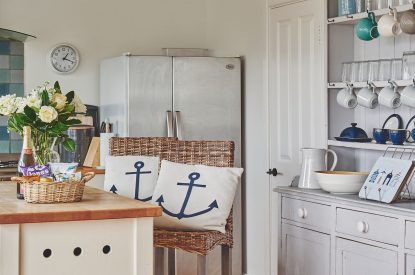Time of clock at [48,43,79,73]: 1:18
